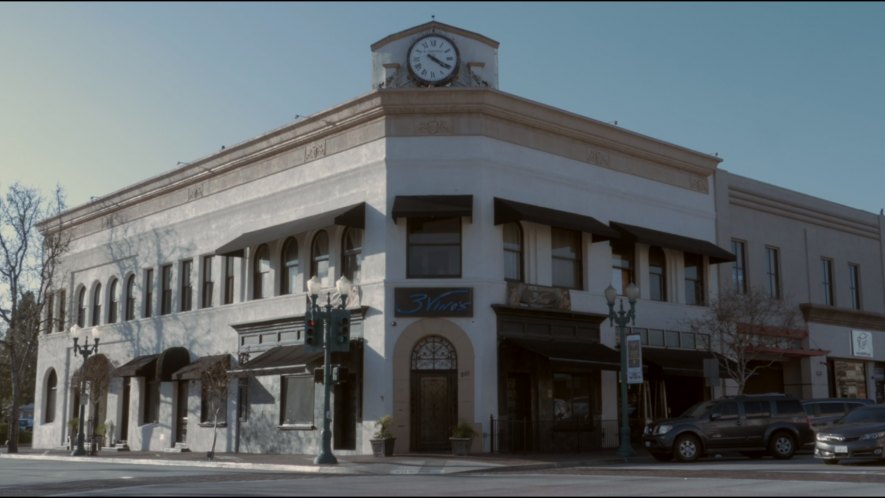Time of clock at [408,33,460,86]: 4:19
